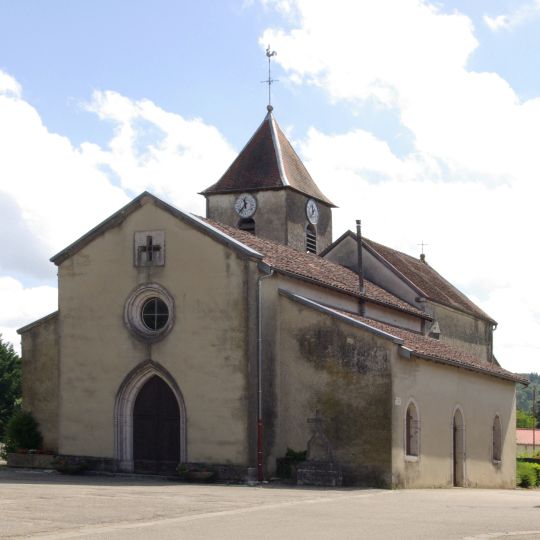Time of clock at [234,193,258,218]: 11:36
